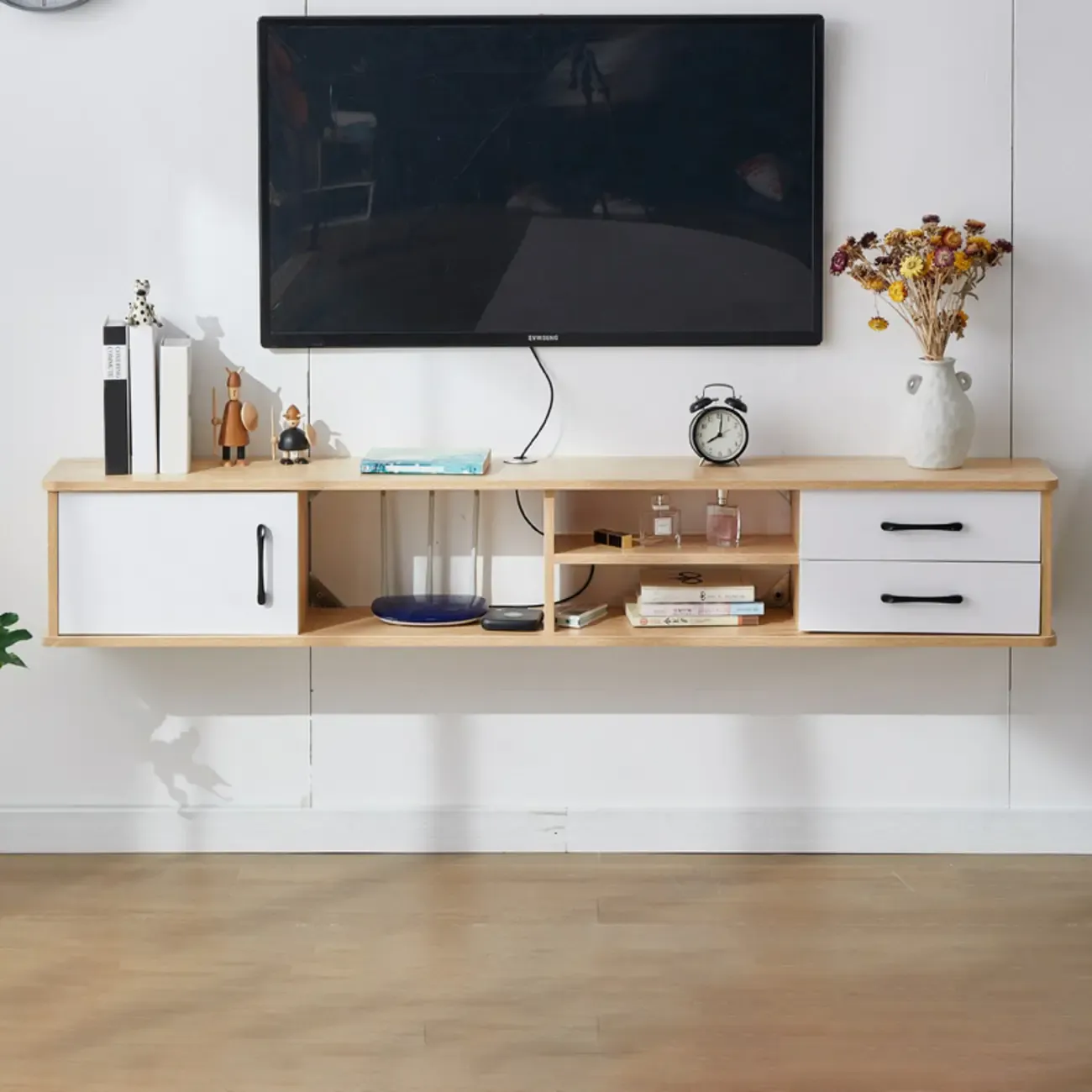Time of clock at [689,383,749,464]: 8:01
